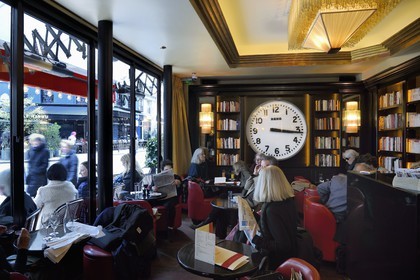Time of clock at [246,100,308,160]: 3:16
